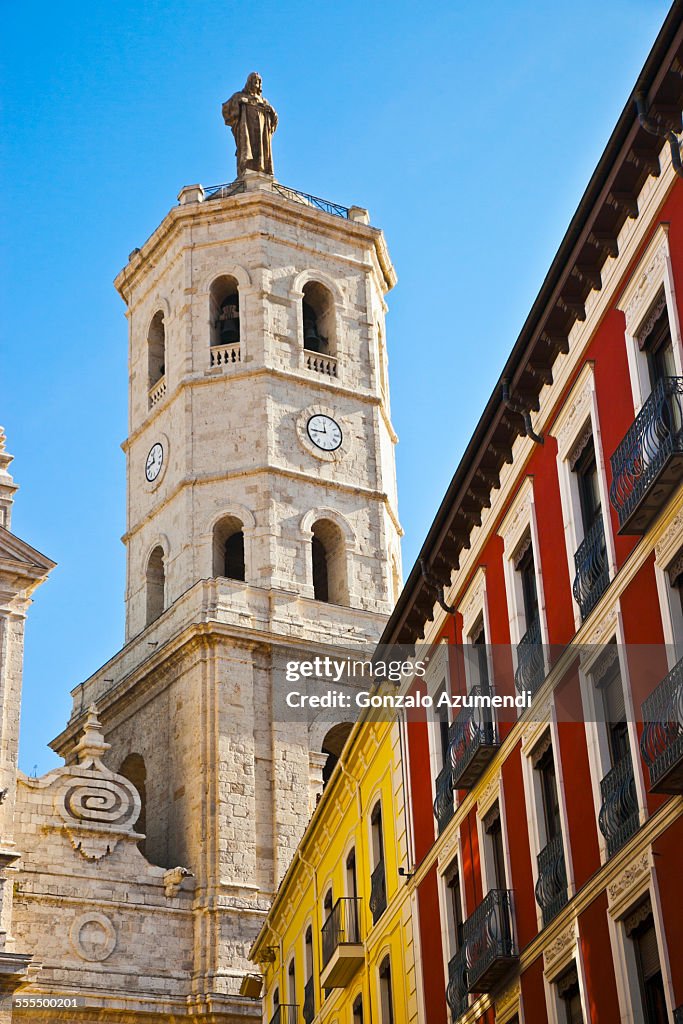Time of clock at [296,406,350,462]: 11:44
